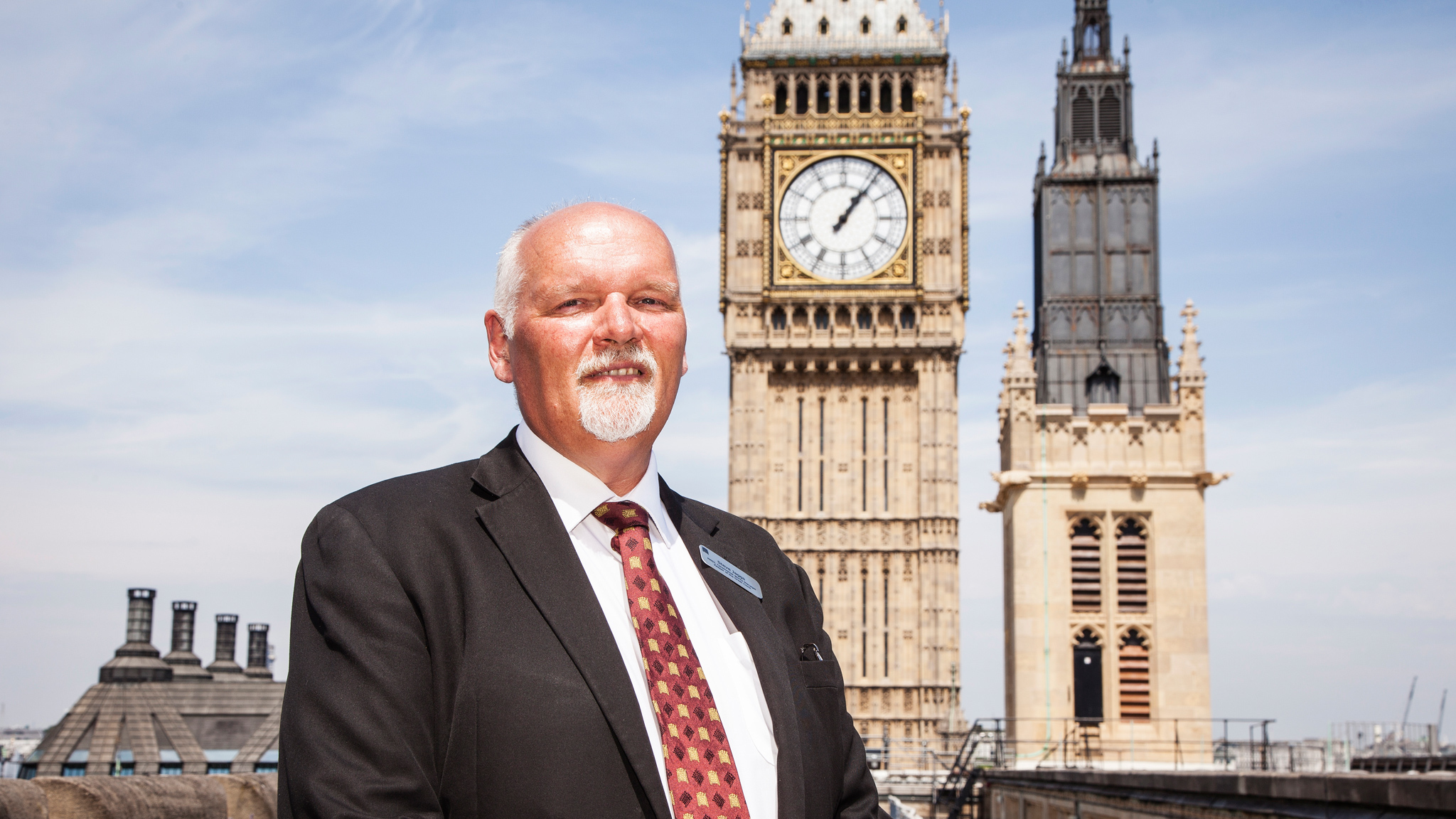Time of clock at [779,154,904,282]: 1:06
